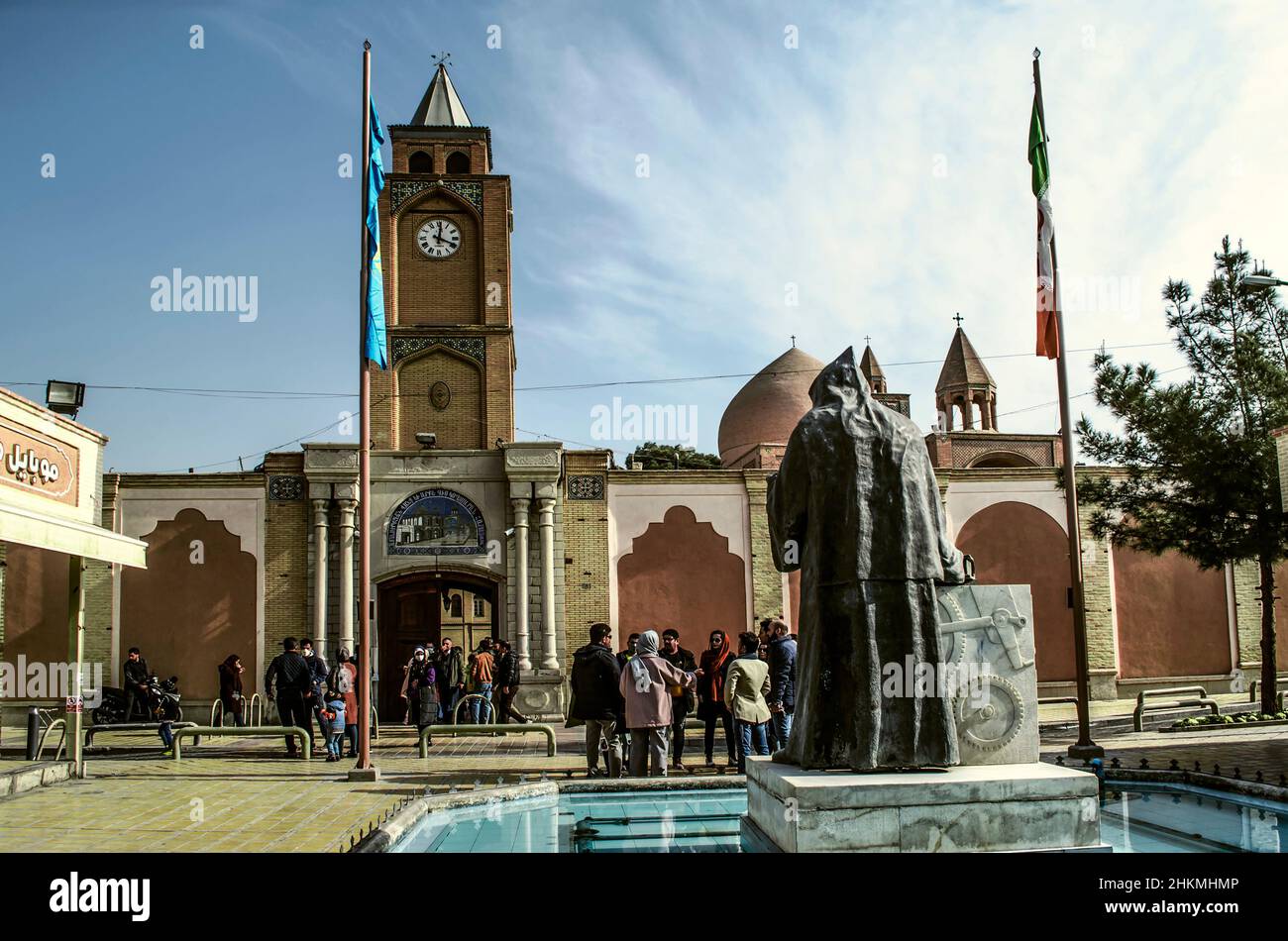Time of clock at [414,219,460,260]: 12:18
